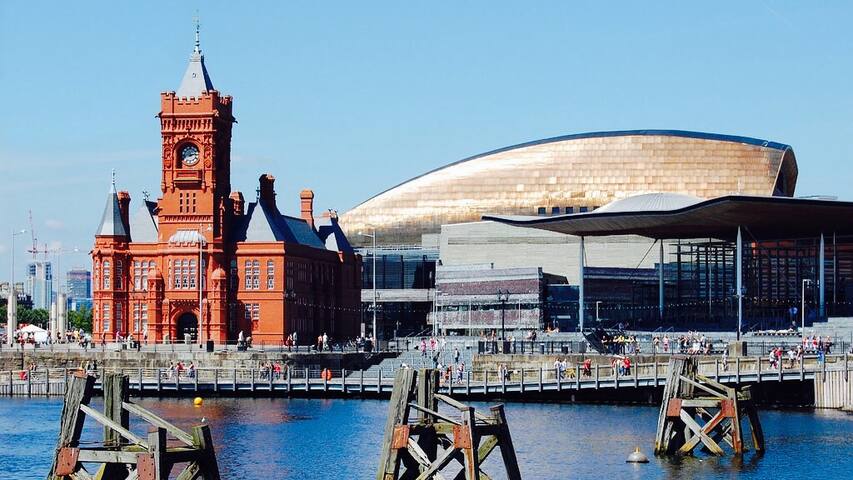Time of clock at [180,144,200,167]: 2:42
